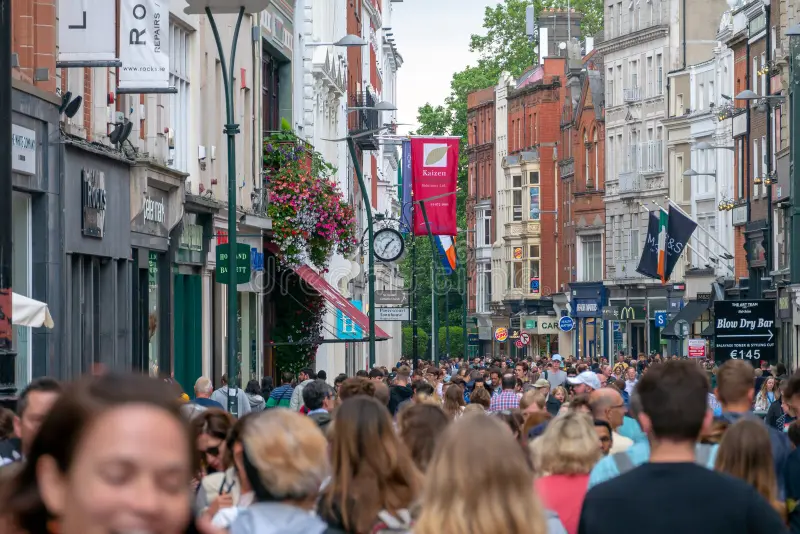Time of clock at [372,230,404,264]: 1:35
